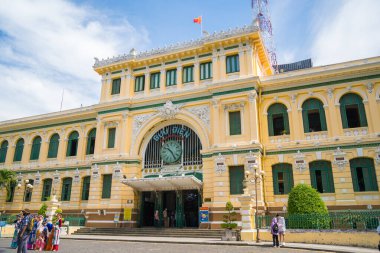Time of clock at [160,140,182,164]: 10:24
